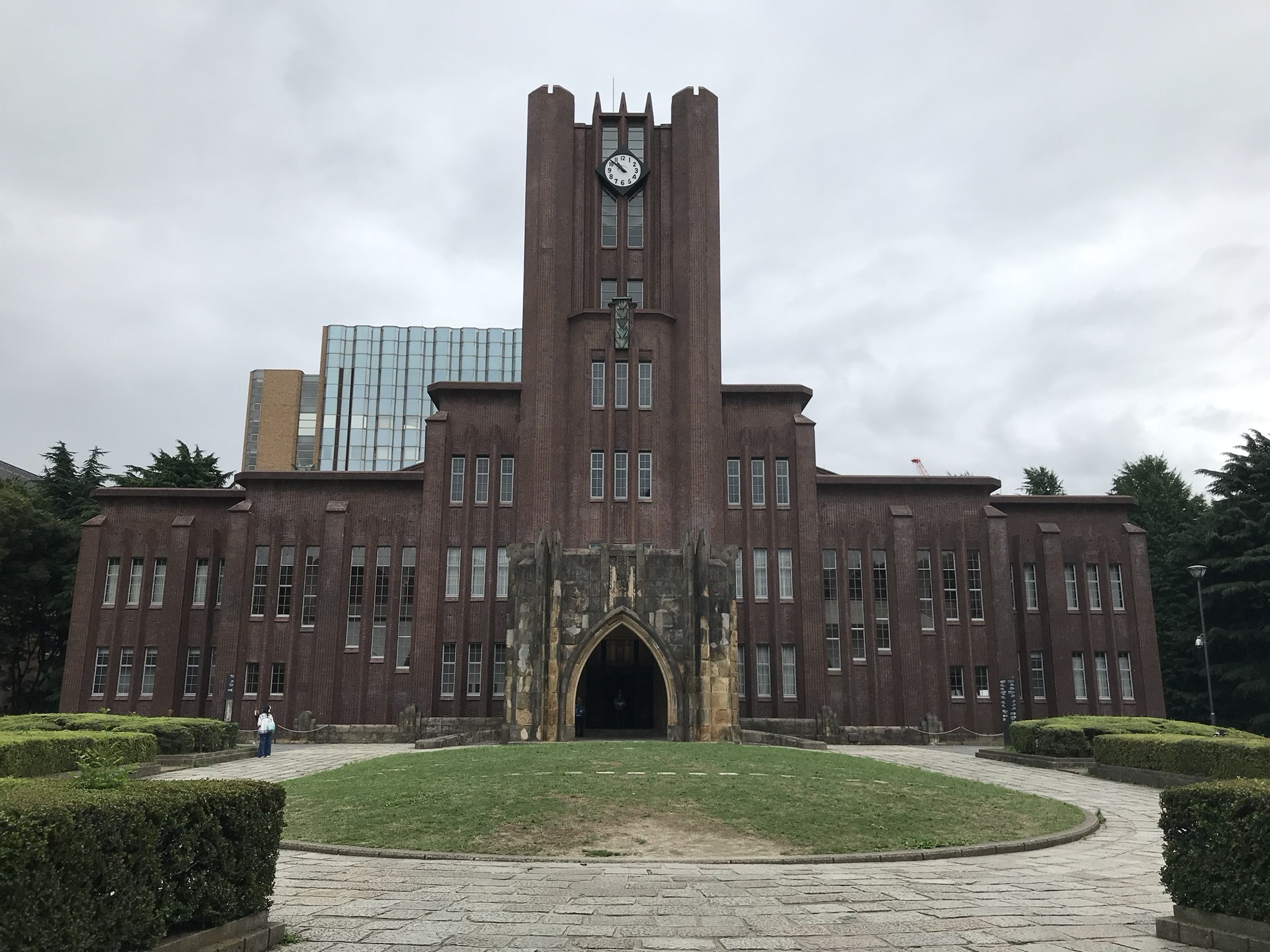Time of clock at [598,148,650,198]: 10:51
